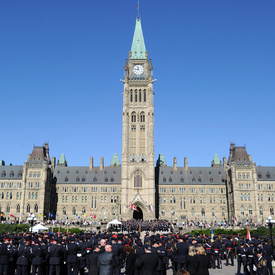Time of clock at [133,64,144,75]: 11:46
